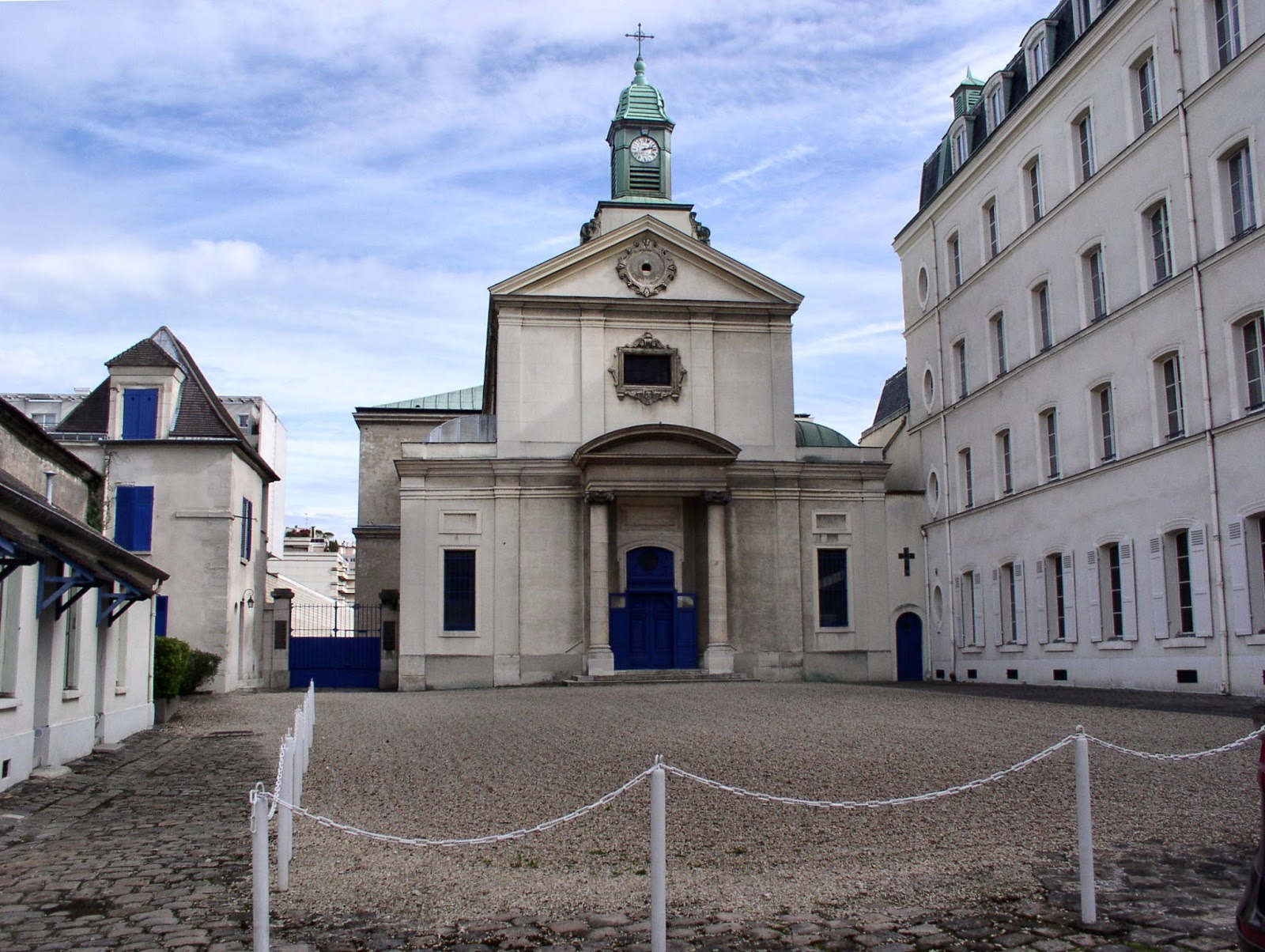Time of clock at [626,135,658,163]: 2:12
